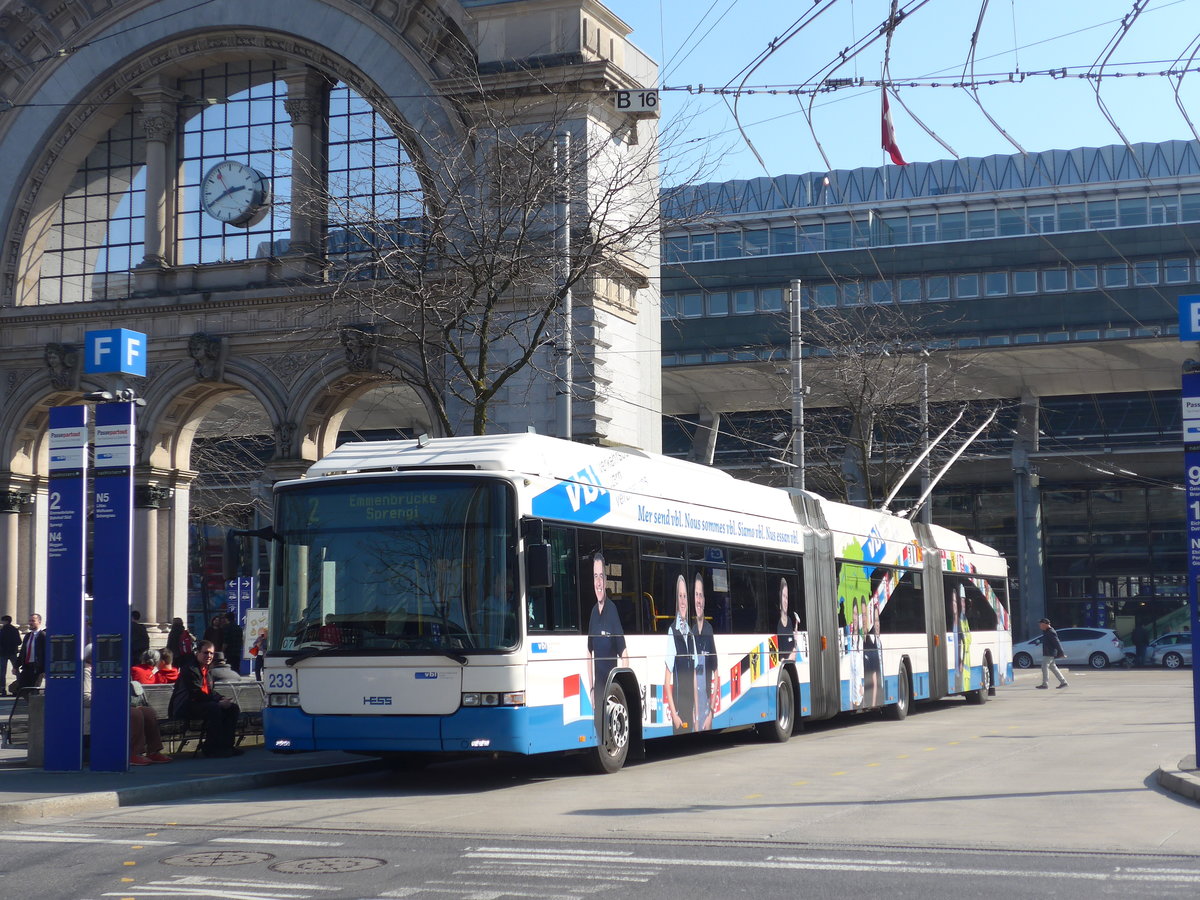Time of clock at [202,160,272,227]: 2:40
